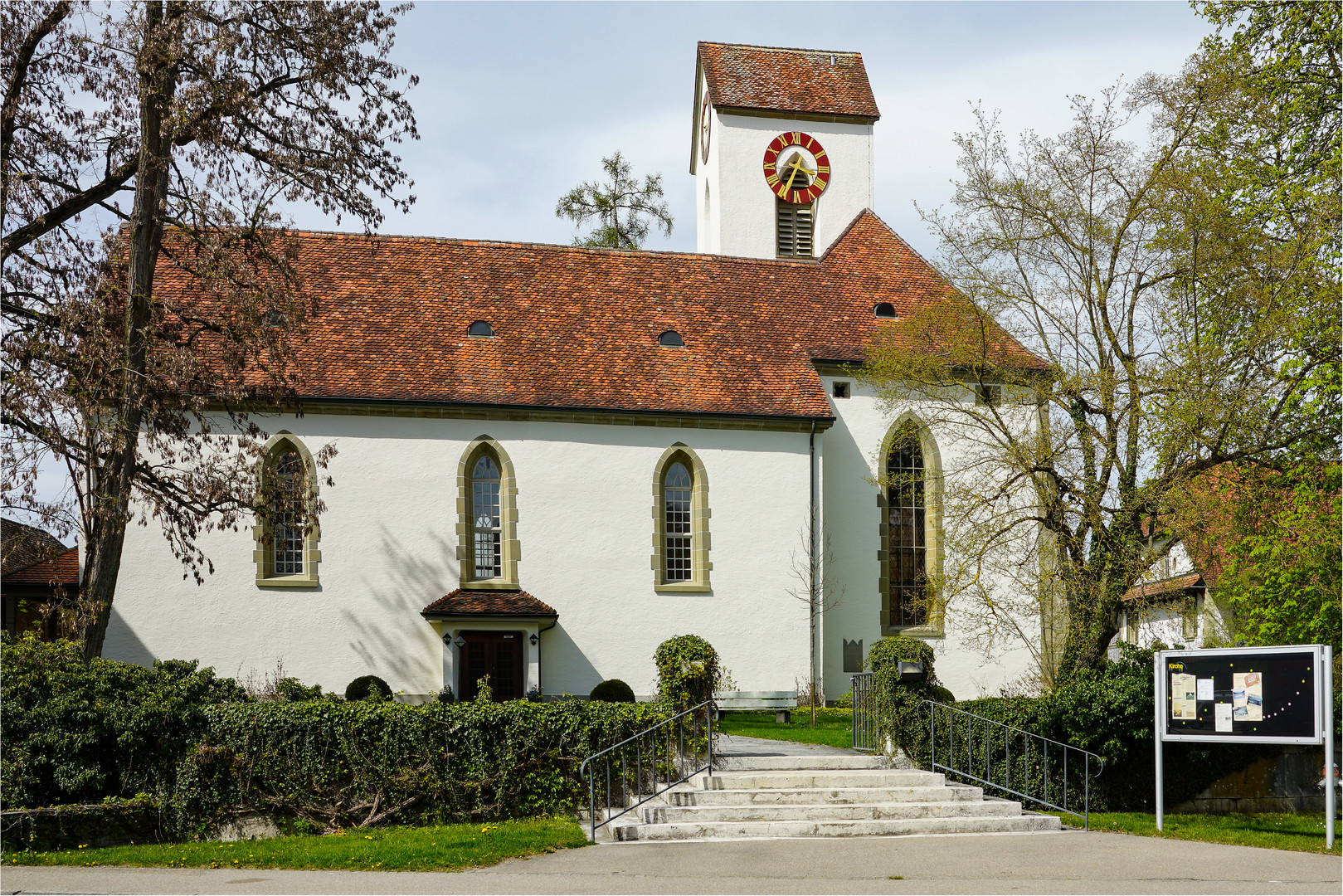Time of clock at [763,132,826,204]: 3:34
